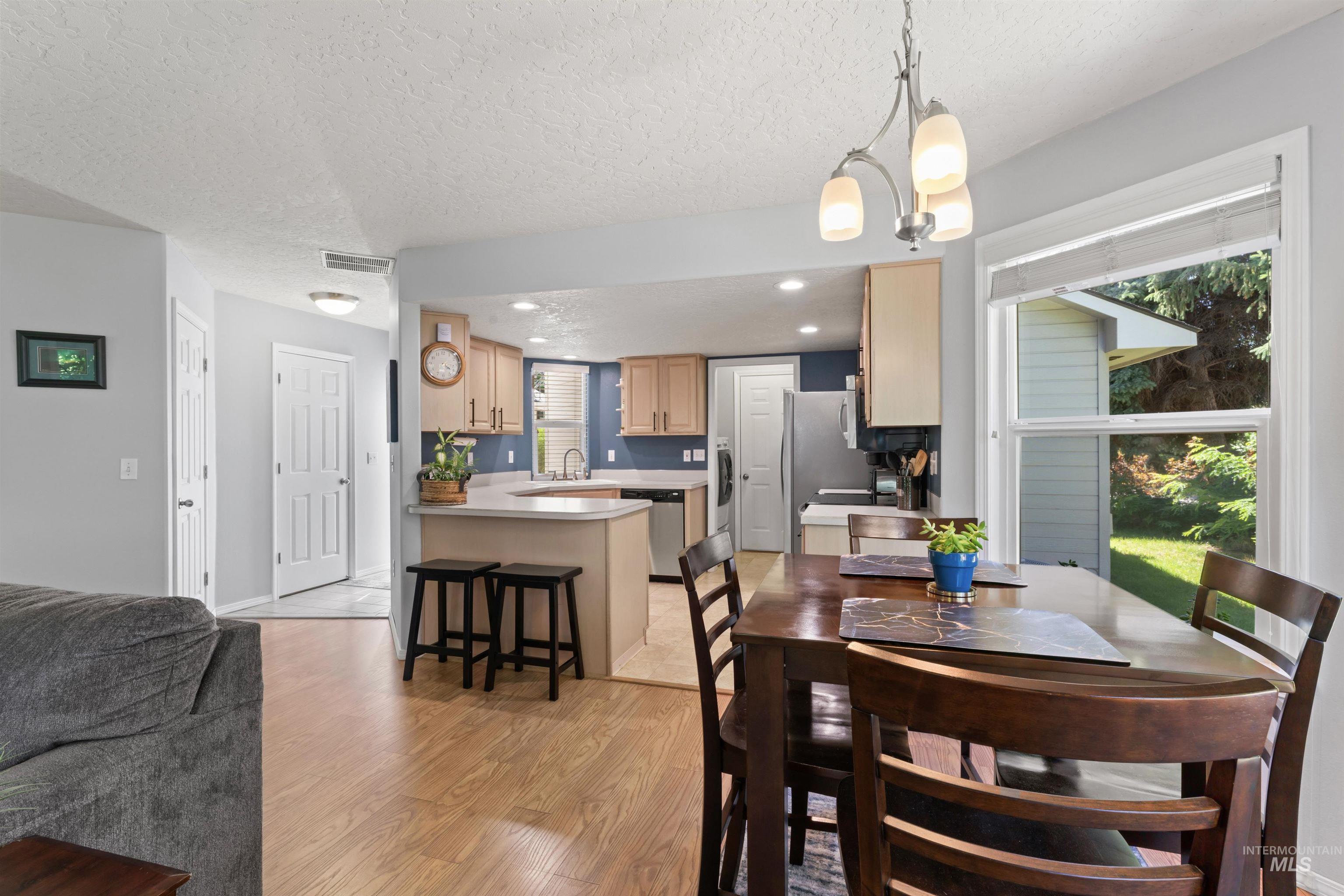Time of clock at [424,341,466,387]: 4:16
